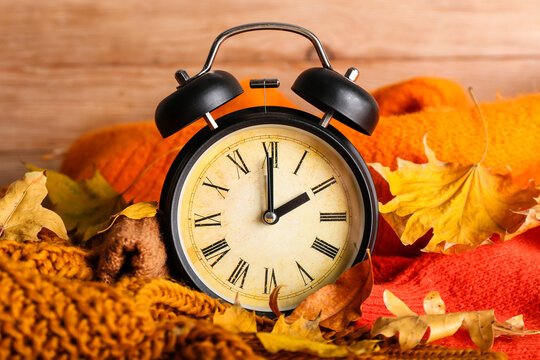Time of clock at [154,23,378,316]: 2:00
